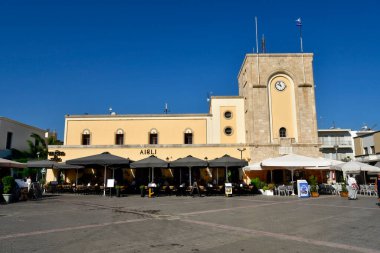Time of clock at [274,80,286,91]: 9:57
